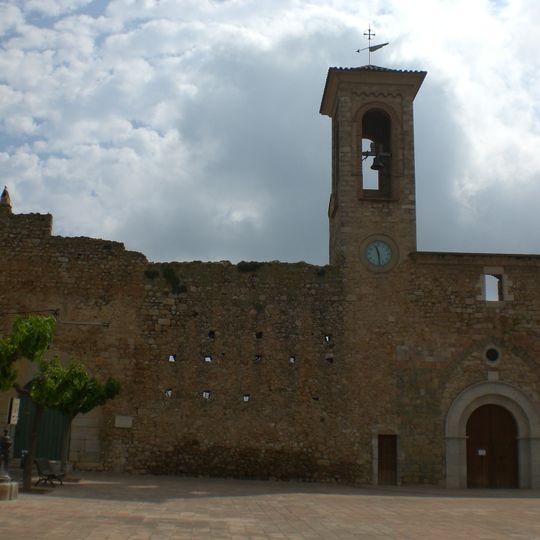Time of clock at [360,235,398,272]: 11:29
